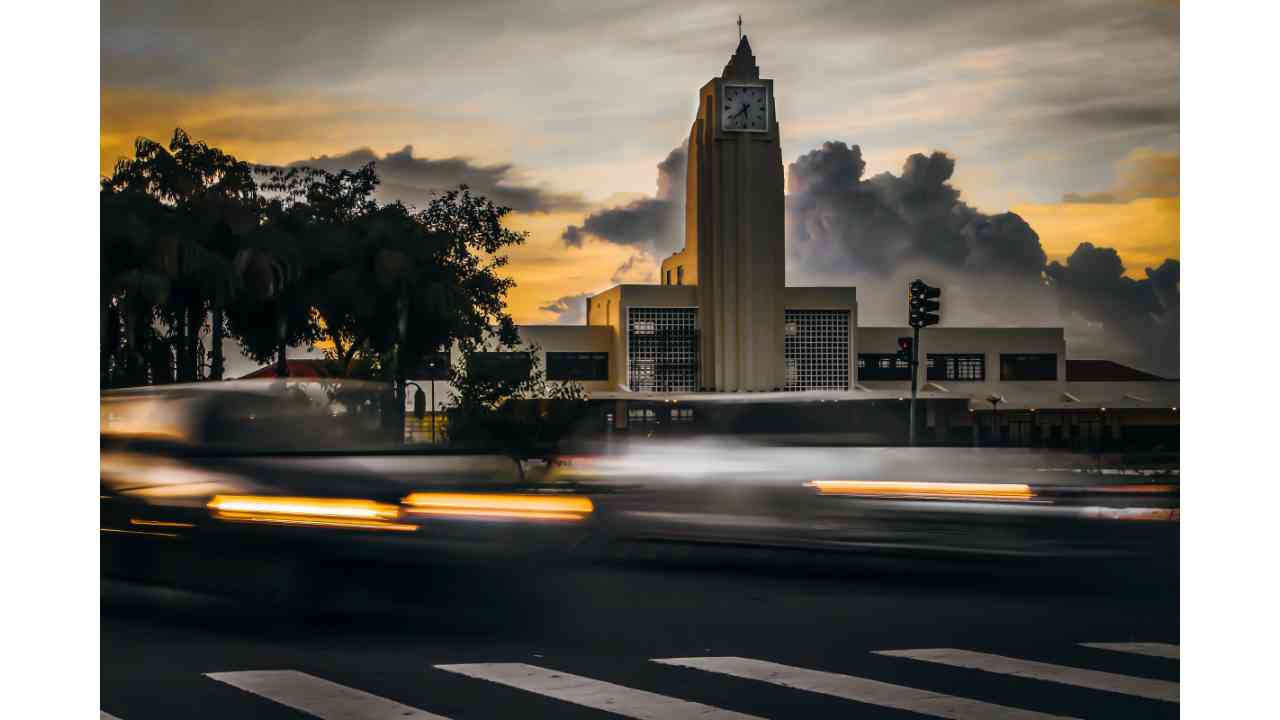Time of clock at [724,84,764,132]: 5:38
